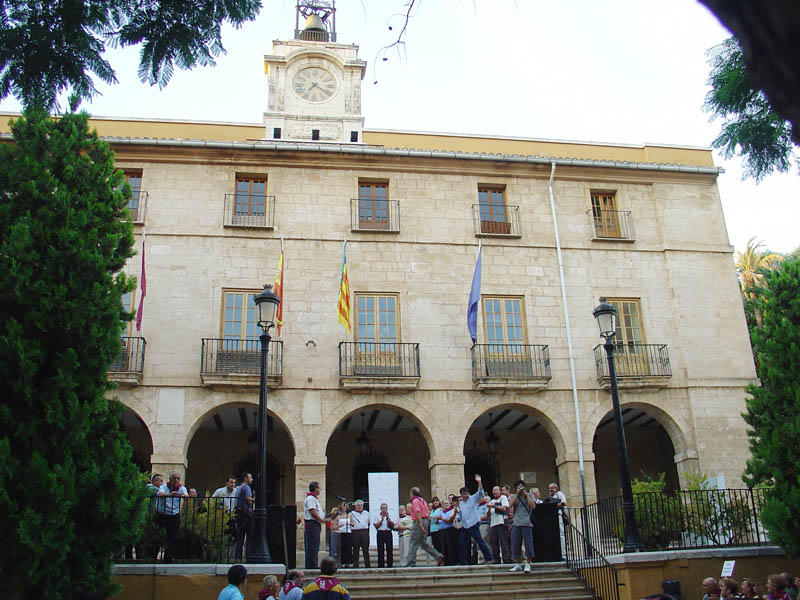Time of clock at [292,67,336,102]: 7:20
